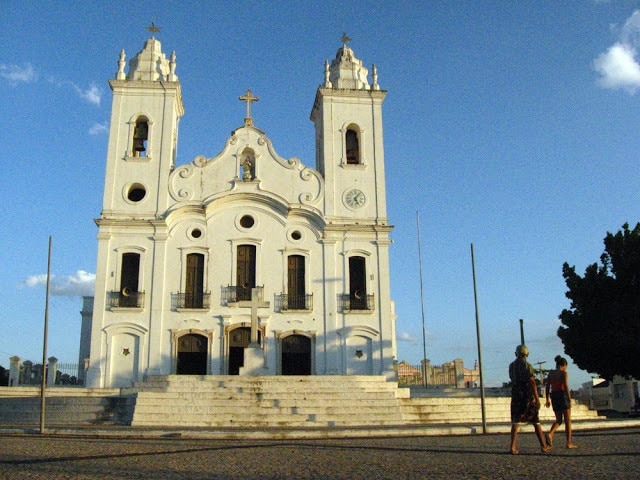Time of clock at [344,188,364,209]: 5:06
